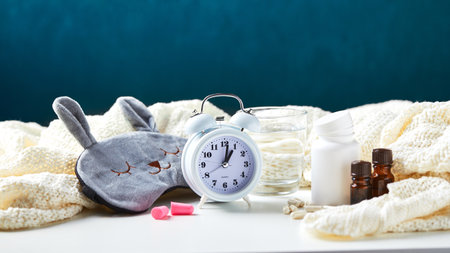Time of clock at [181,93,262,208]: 1:01
